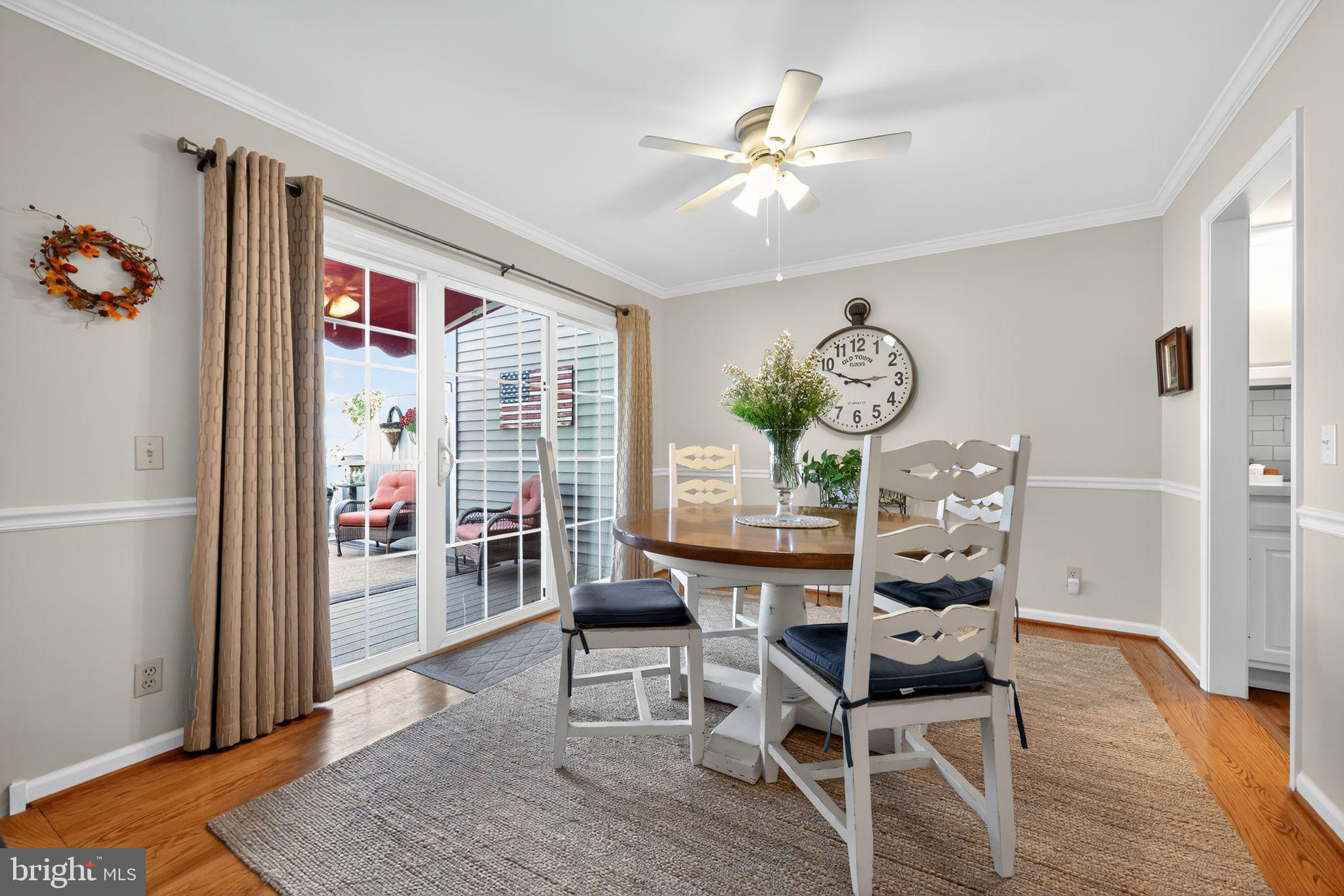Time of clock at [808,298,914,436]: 2:48
